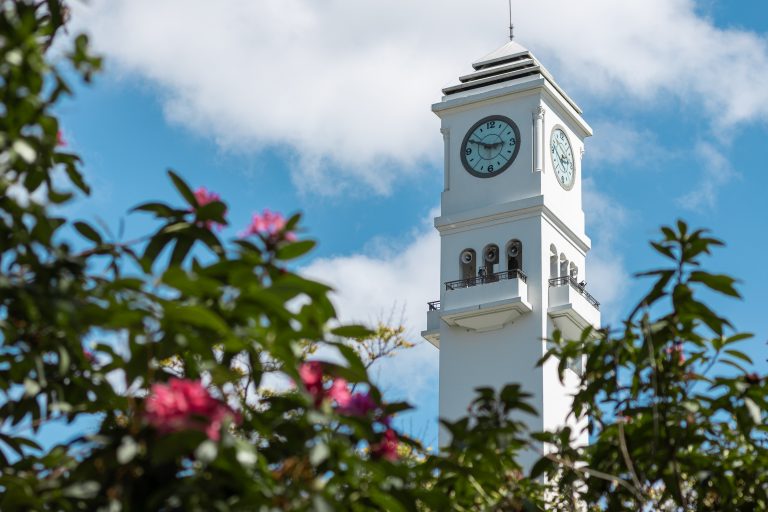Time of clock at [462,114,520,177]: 2:49
